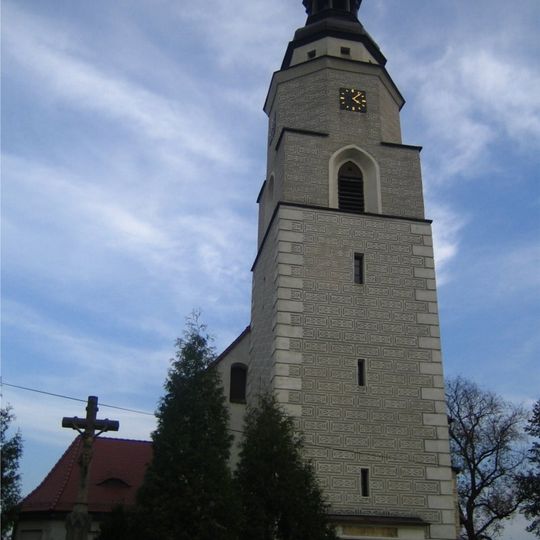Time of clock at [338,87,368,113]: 4:07
